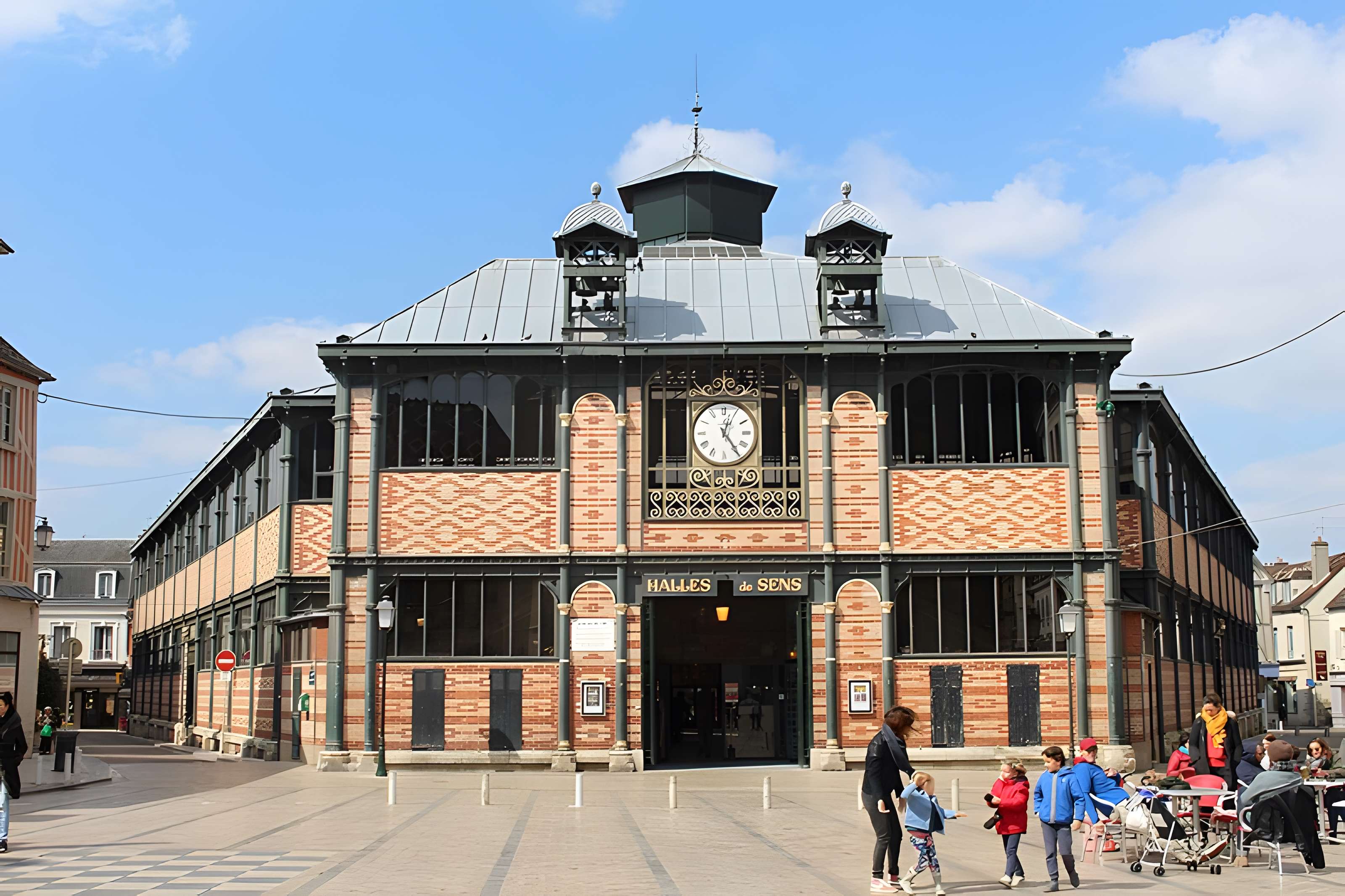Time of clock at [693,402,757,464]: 12:24
